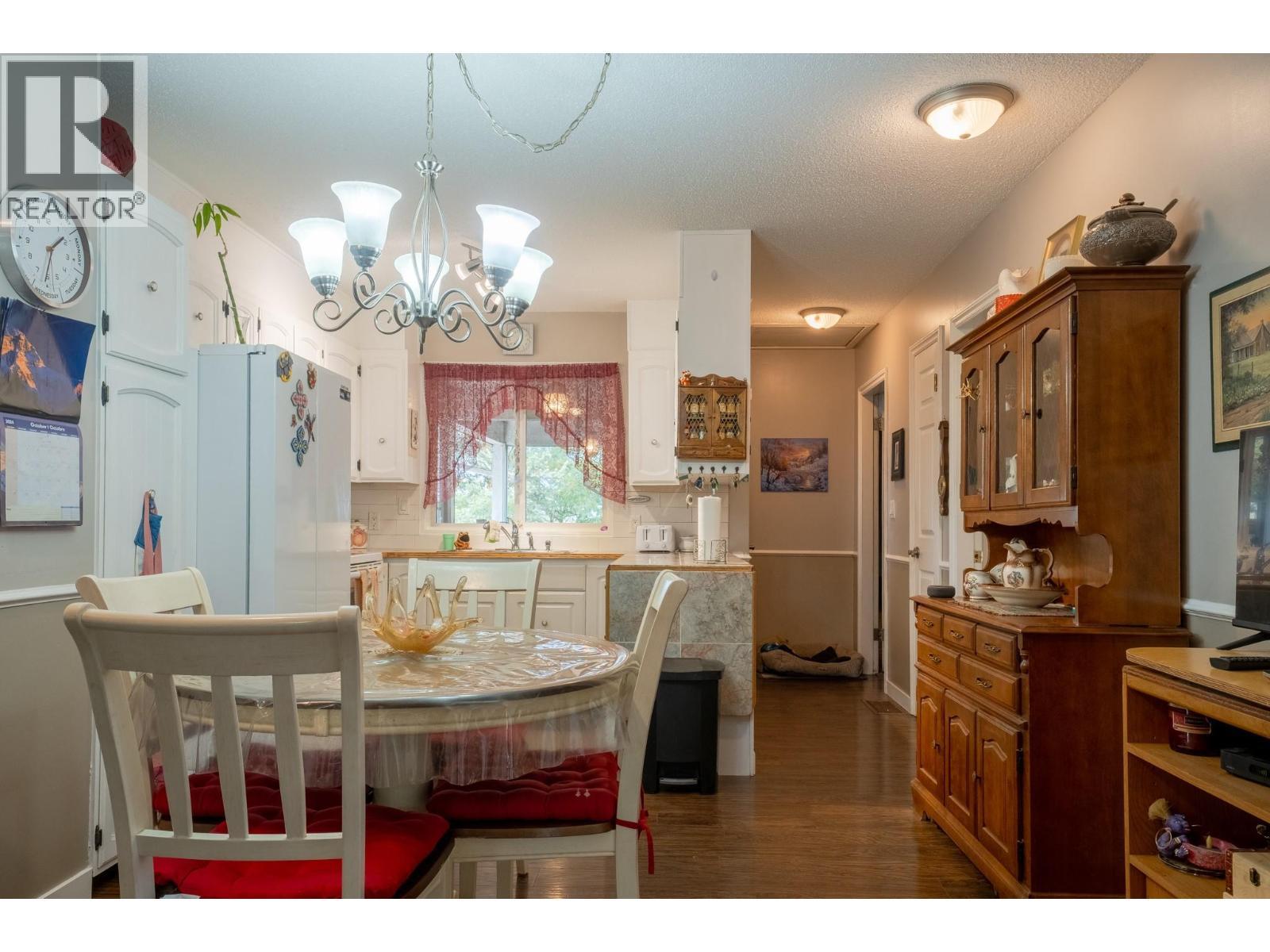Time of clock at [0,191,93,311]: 1:32
